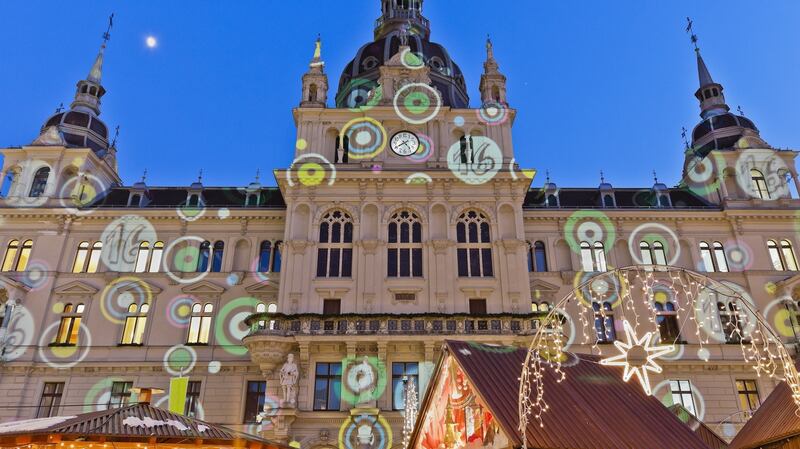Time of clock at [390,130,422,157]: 4:40
